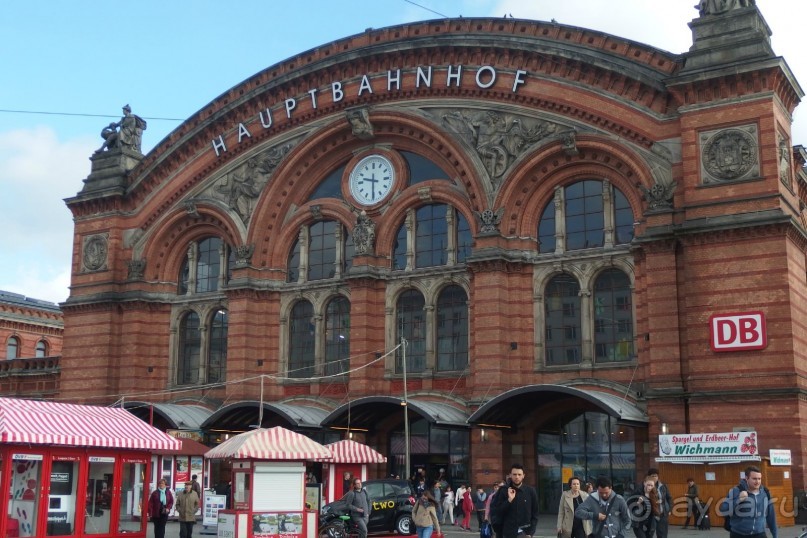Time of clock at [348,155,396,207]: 9:30
